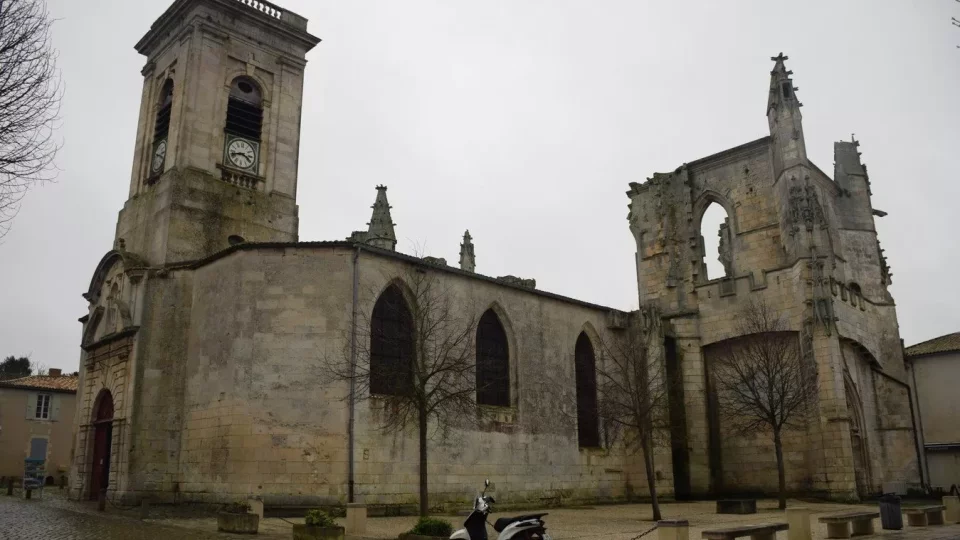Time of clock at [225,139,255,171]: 3:42
